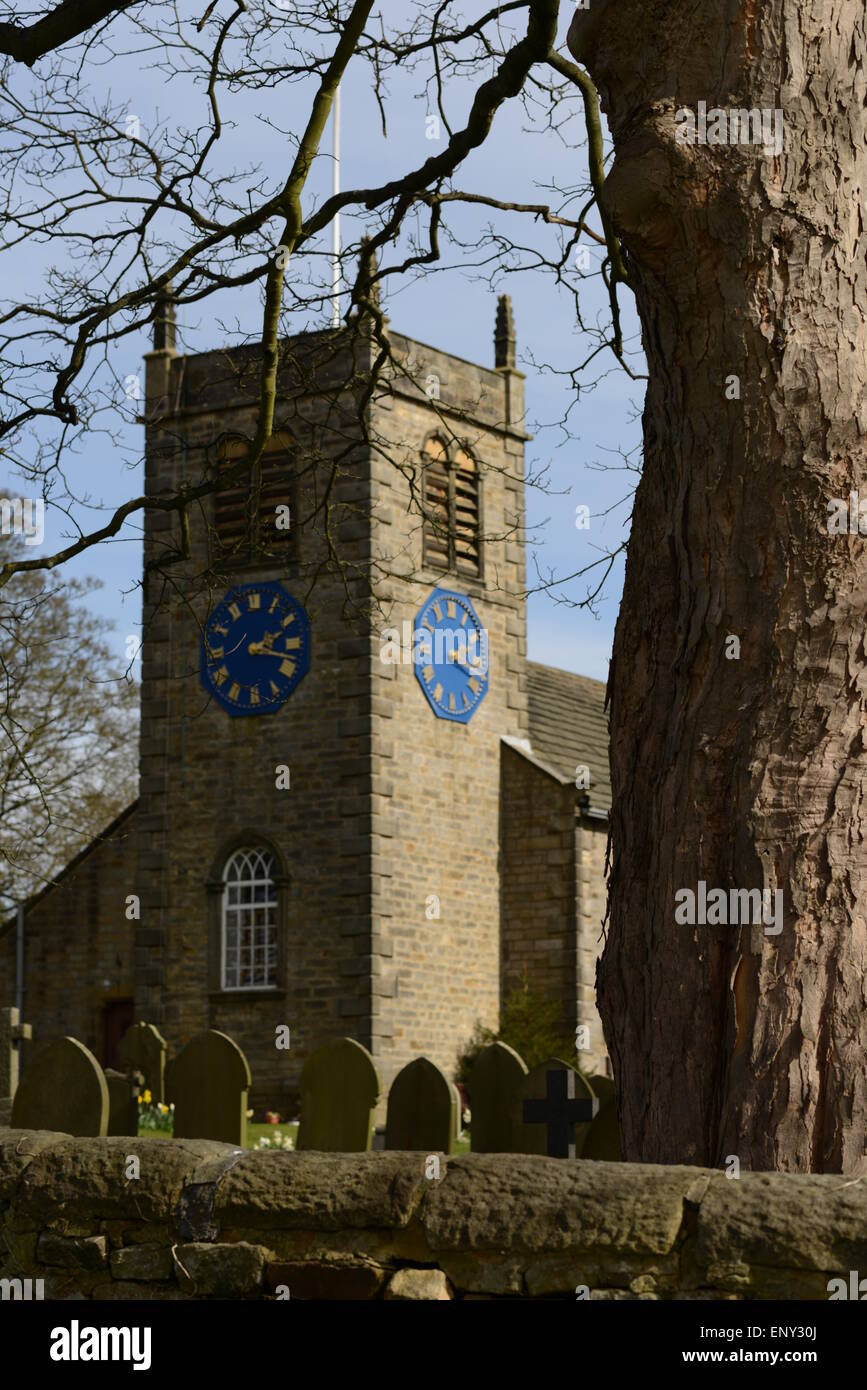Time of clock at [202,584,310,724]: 2:18
